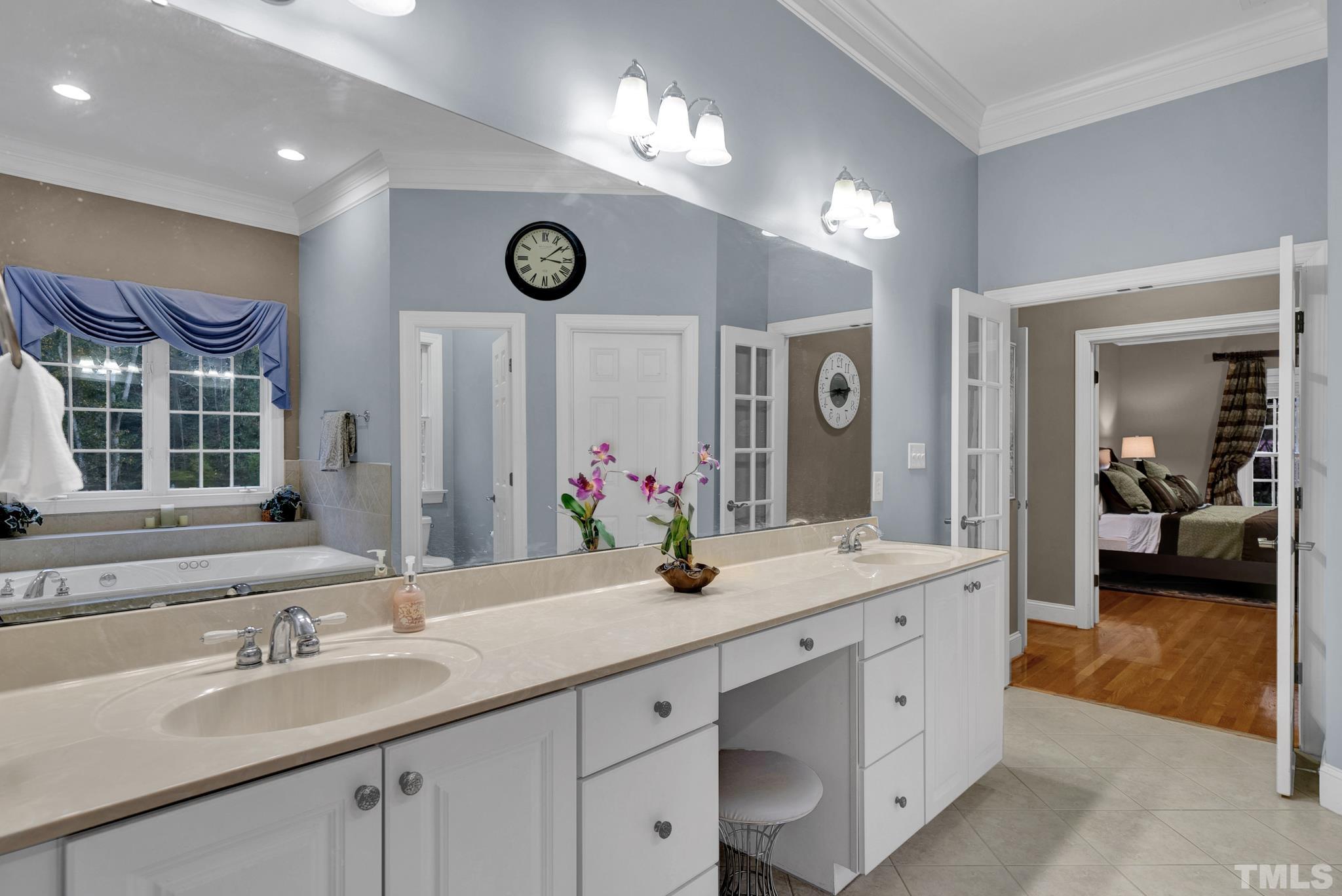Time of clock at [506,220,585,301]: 3:08
